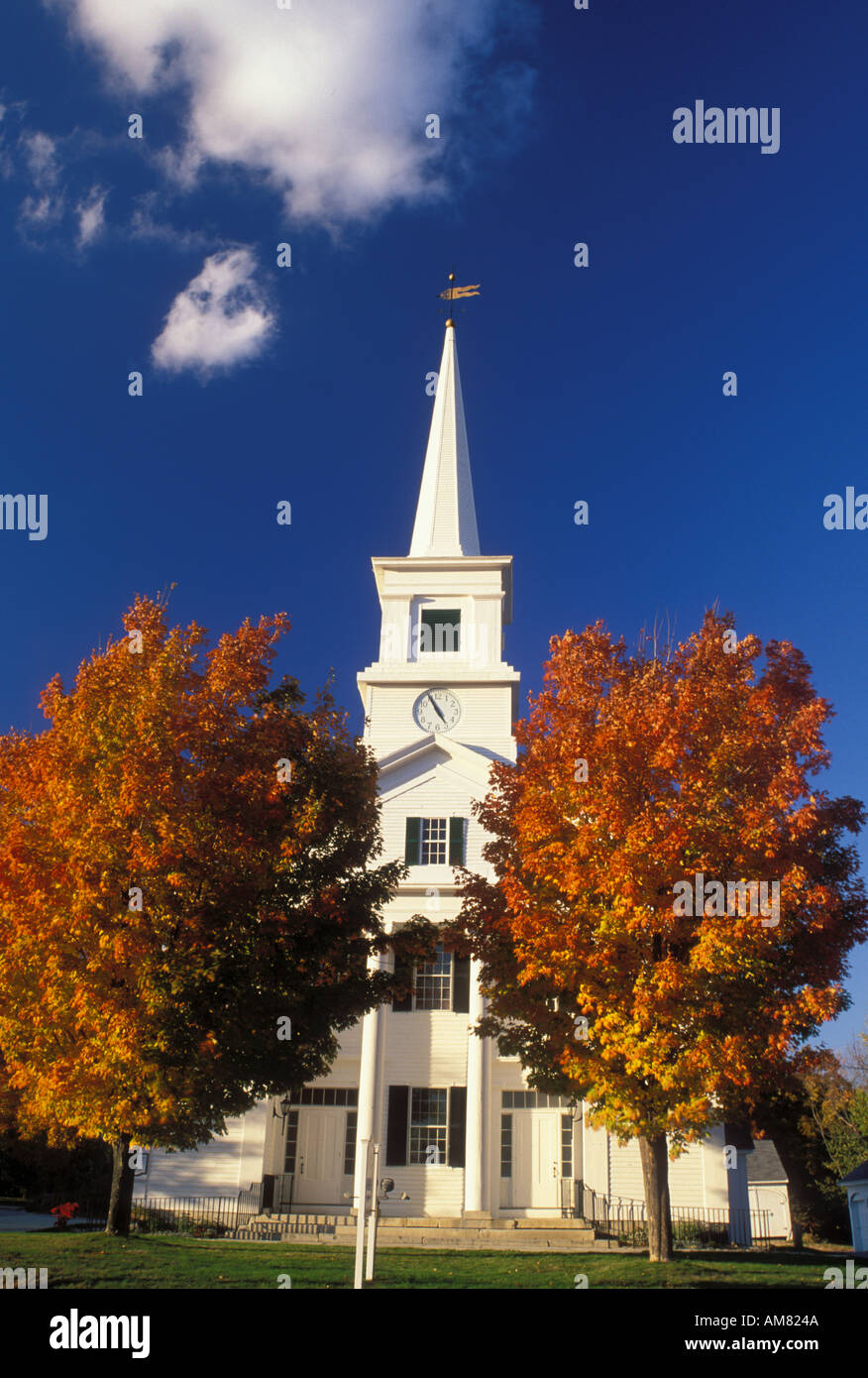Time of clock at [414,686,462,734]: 4:55
